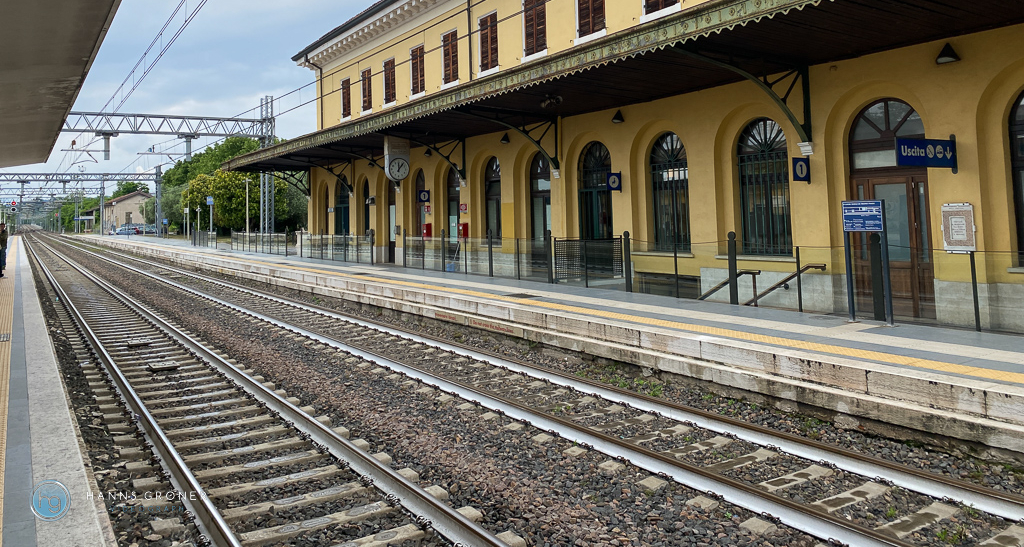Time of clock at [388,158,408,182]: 12:06
